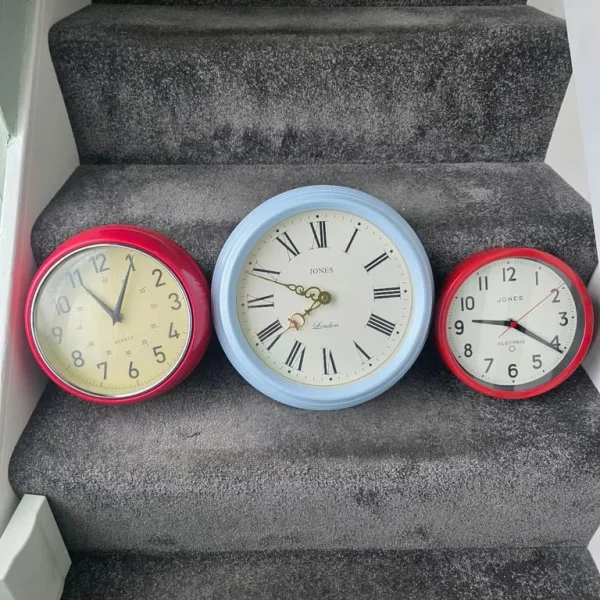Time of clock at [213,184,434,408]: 7:49
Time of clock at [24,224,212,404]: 11:05
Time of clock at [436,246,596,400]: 9:20
